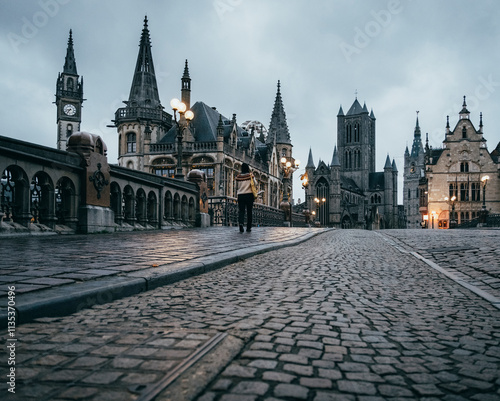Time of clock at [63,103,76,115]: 8:36
